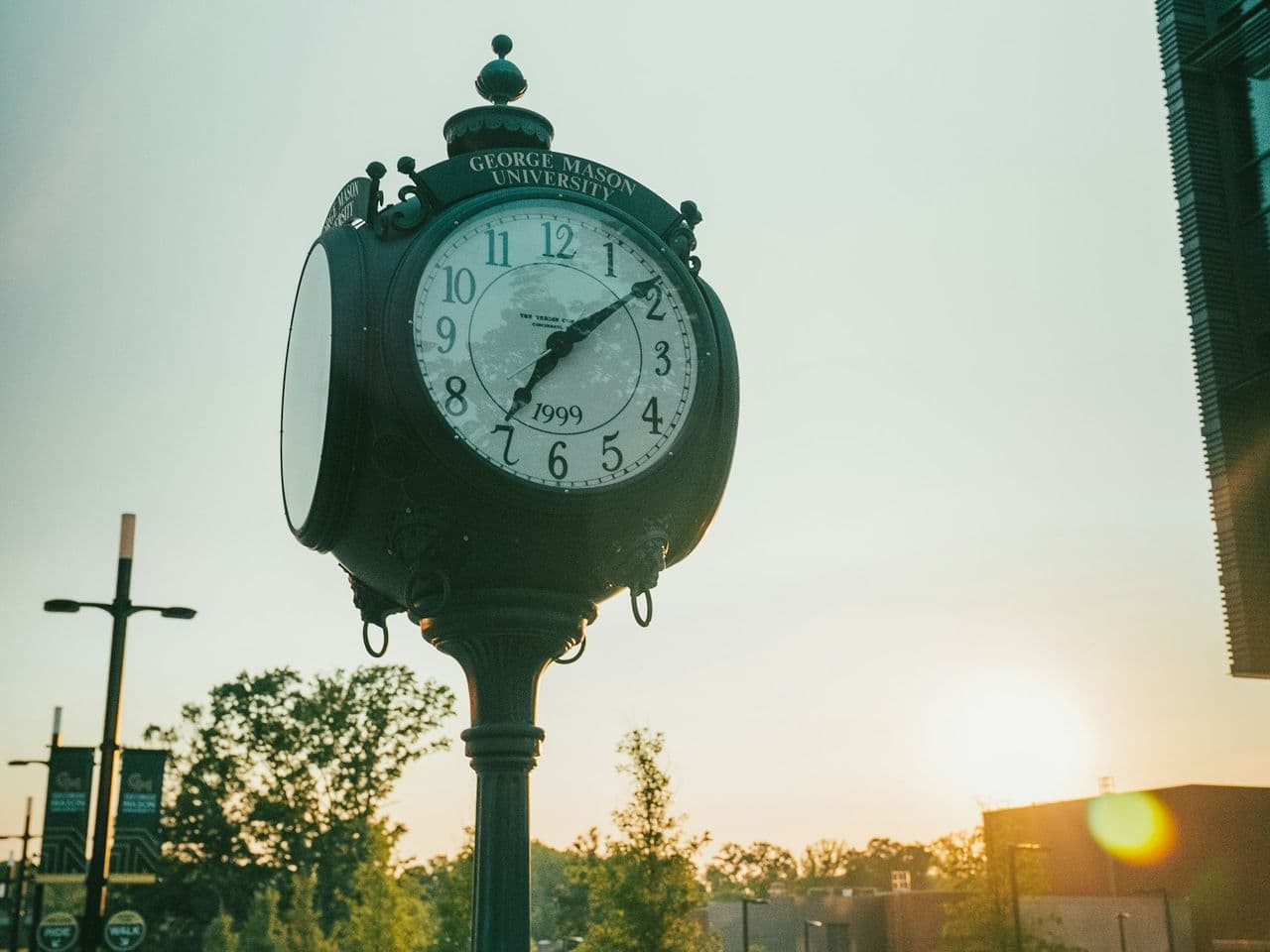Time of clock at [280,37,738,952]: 7:08
